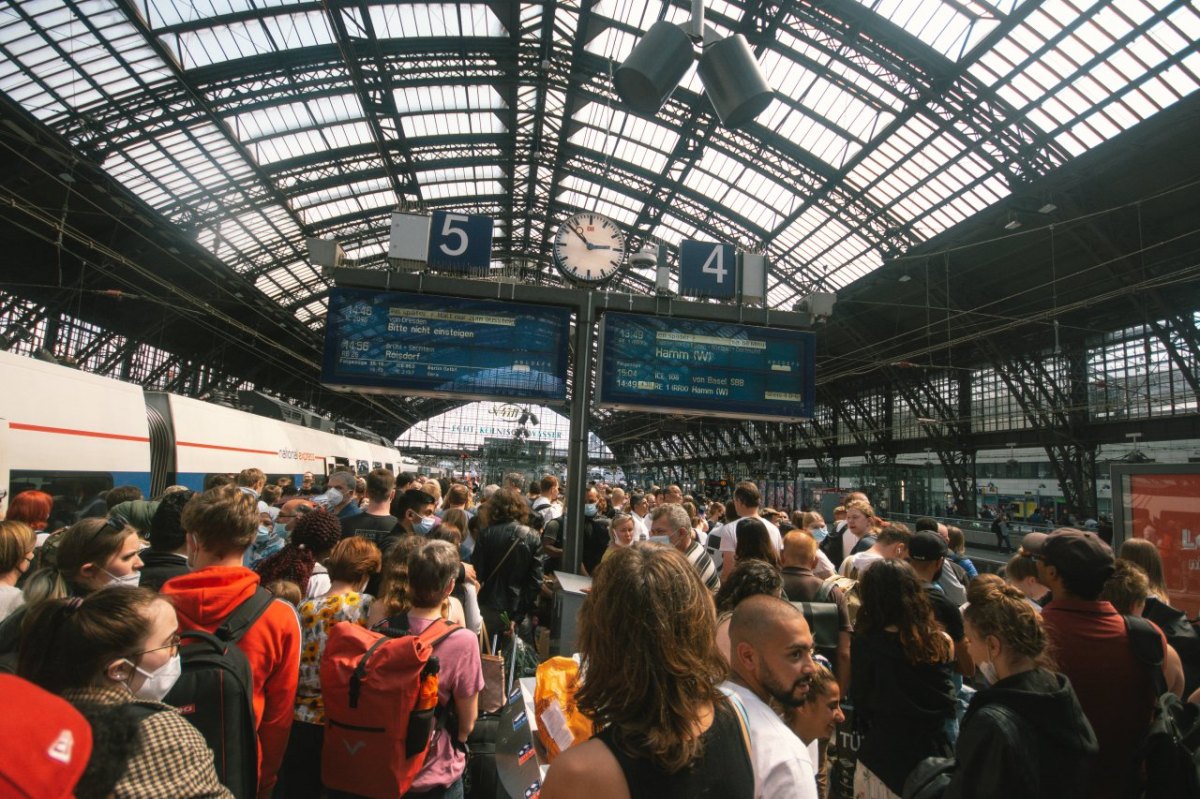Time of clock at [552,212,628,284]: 2:52
